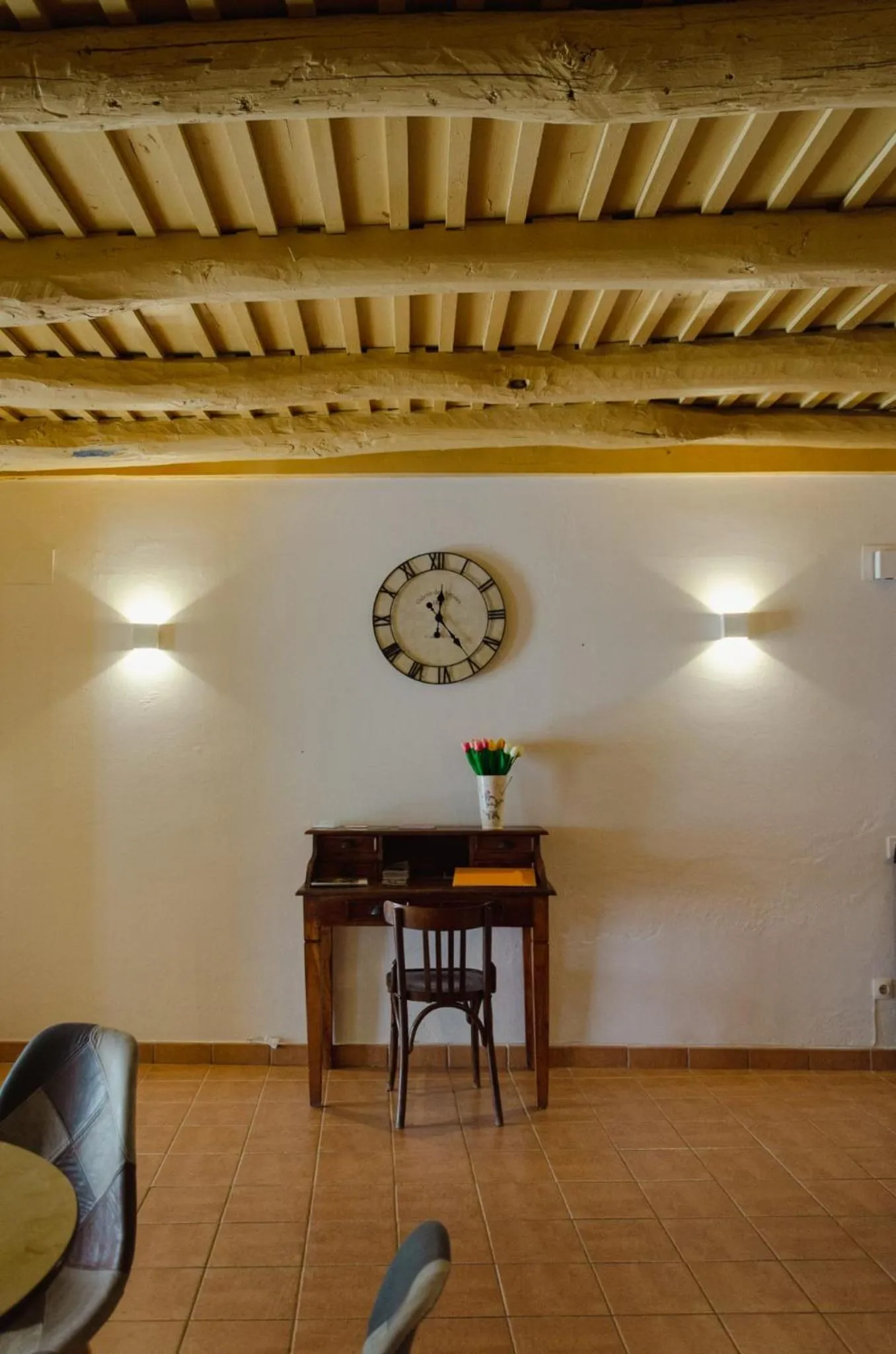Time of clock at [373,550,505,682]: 12:24
